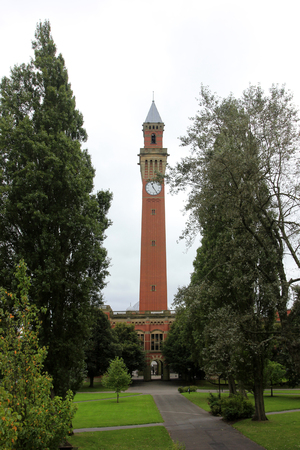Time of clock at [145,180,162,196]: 11:24
